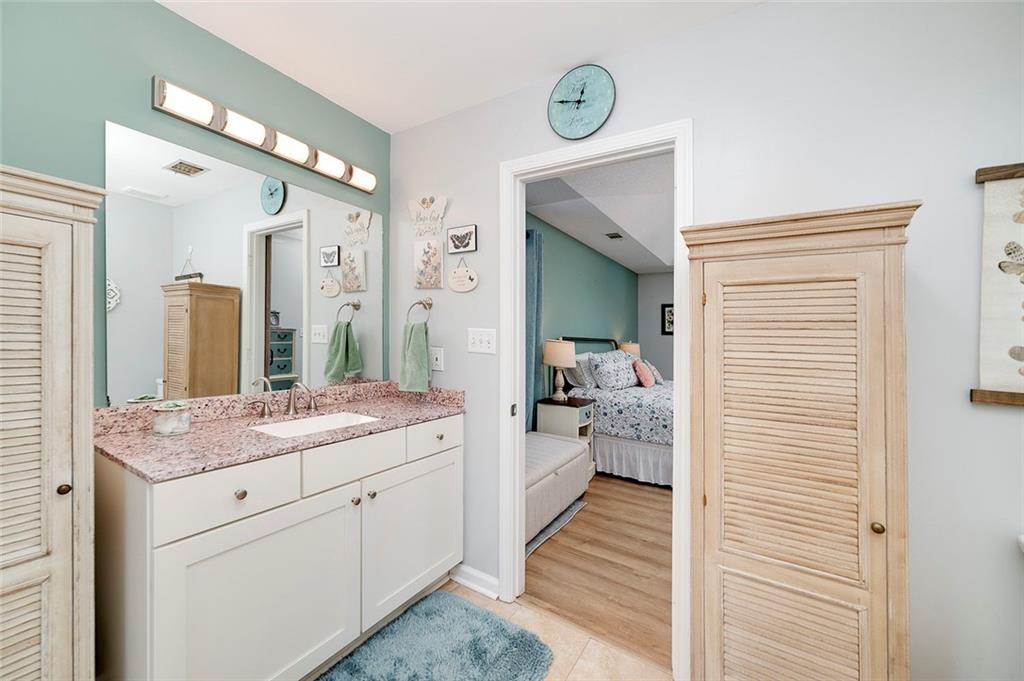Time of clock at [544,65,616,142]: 12:47
